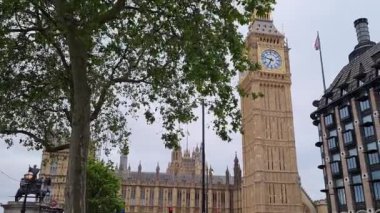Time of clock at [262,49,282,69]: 6:47
